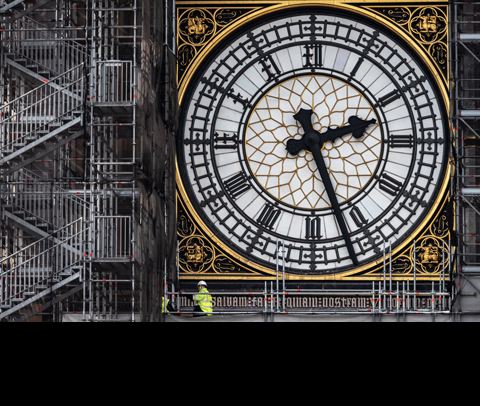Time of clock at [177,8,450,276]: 2:26
